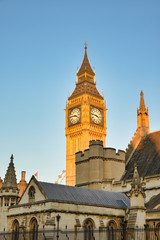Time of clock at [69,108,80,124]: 3:45
